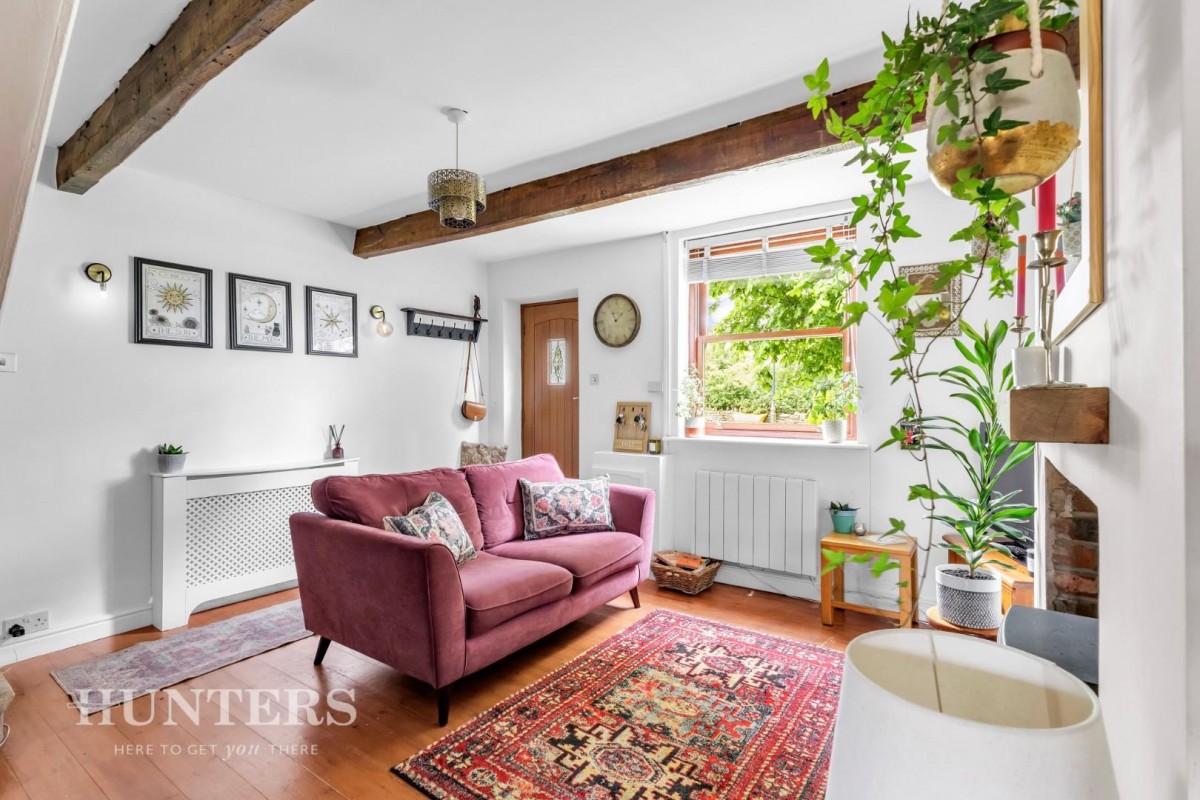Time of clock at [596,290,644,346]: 11:07
